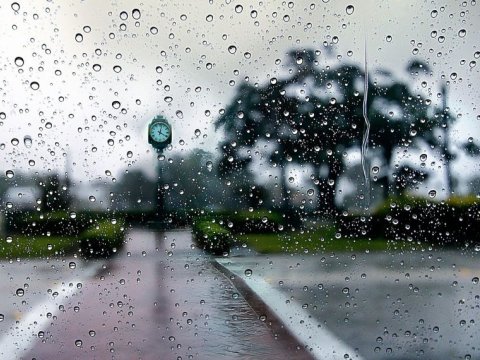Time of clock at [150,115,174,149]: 4:02
